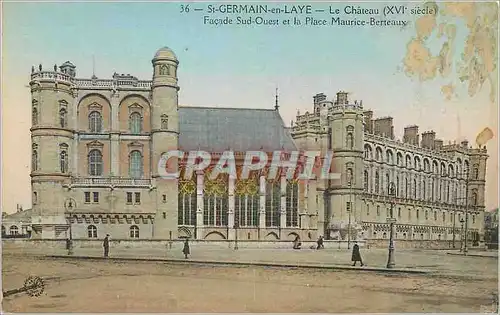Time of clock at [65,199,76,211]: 7:00
